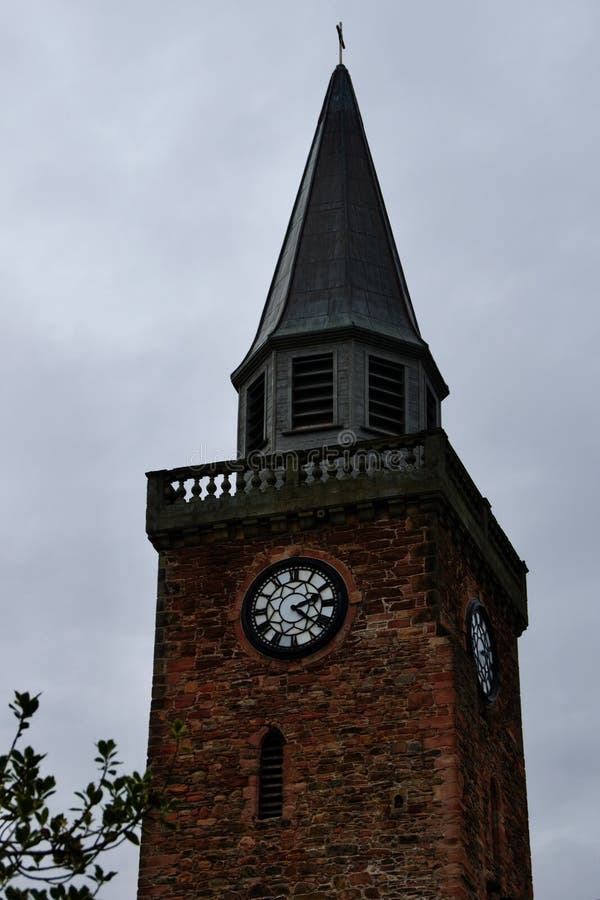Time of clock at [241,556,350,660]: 2:21
